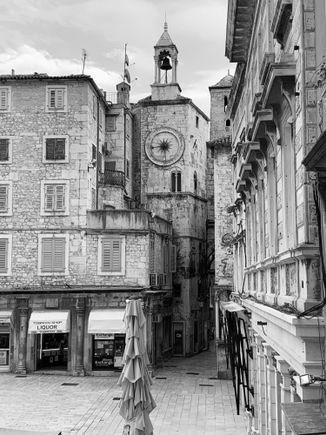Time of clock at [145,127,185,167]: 6:43
